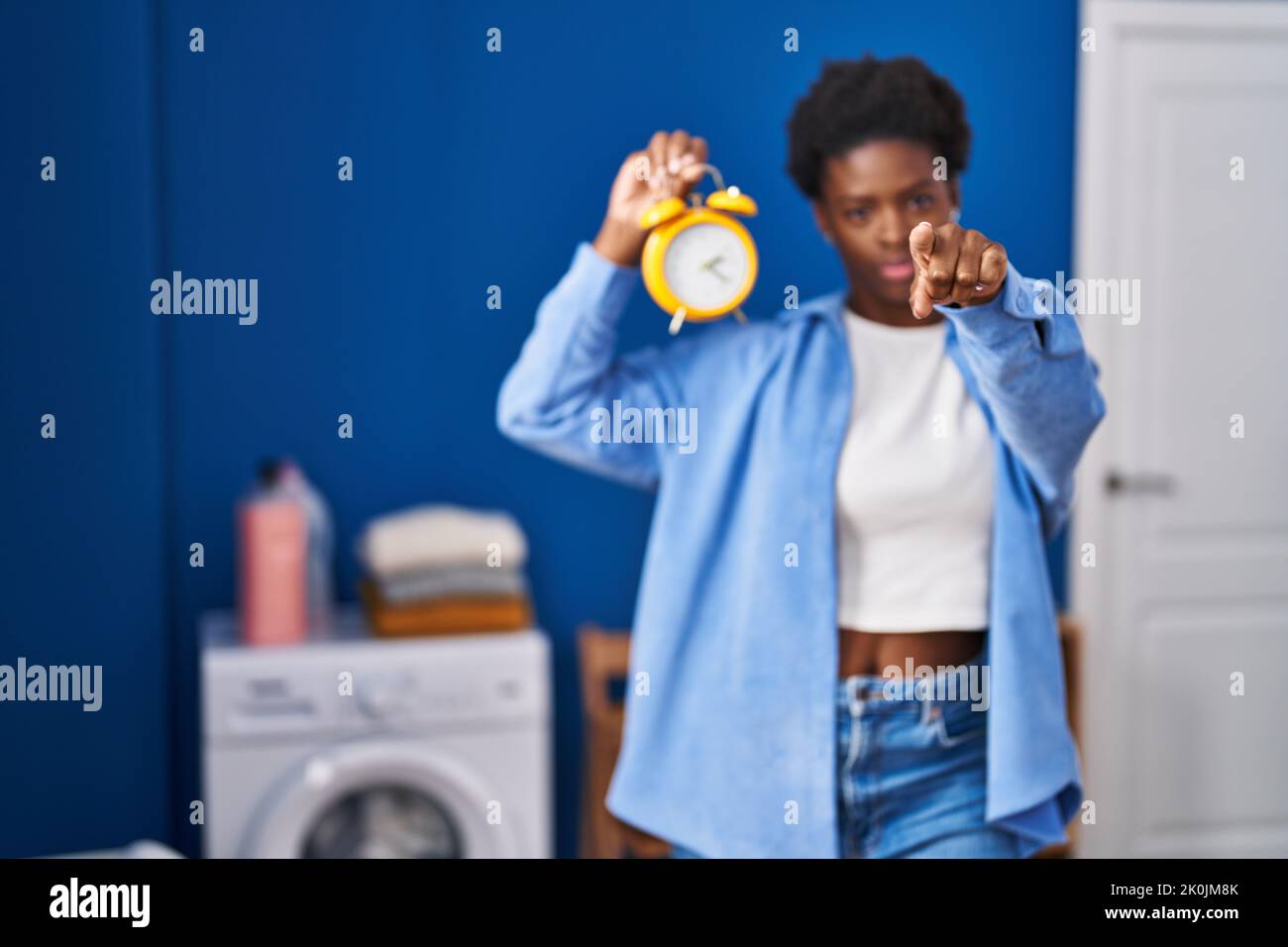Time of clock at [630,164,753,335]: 2:21
